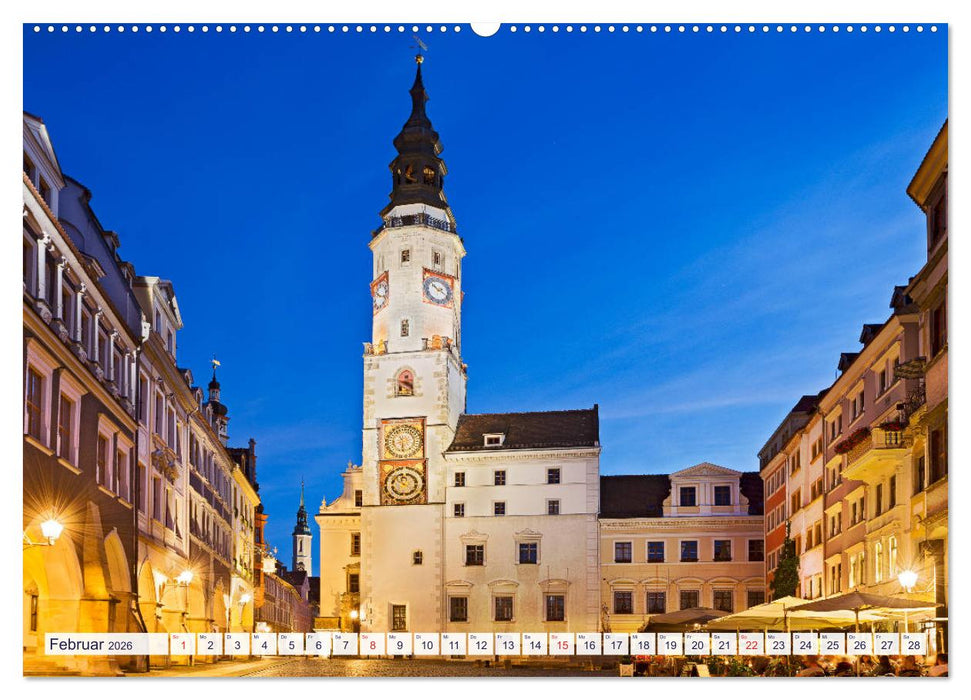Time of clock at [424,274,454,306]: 2:19
